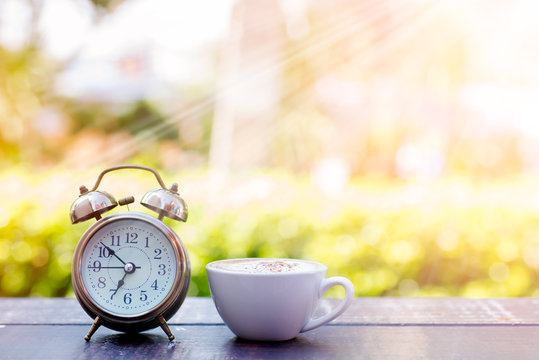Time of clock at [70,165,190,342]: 6:51
